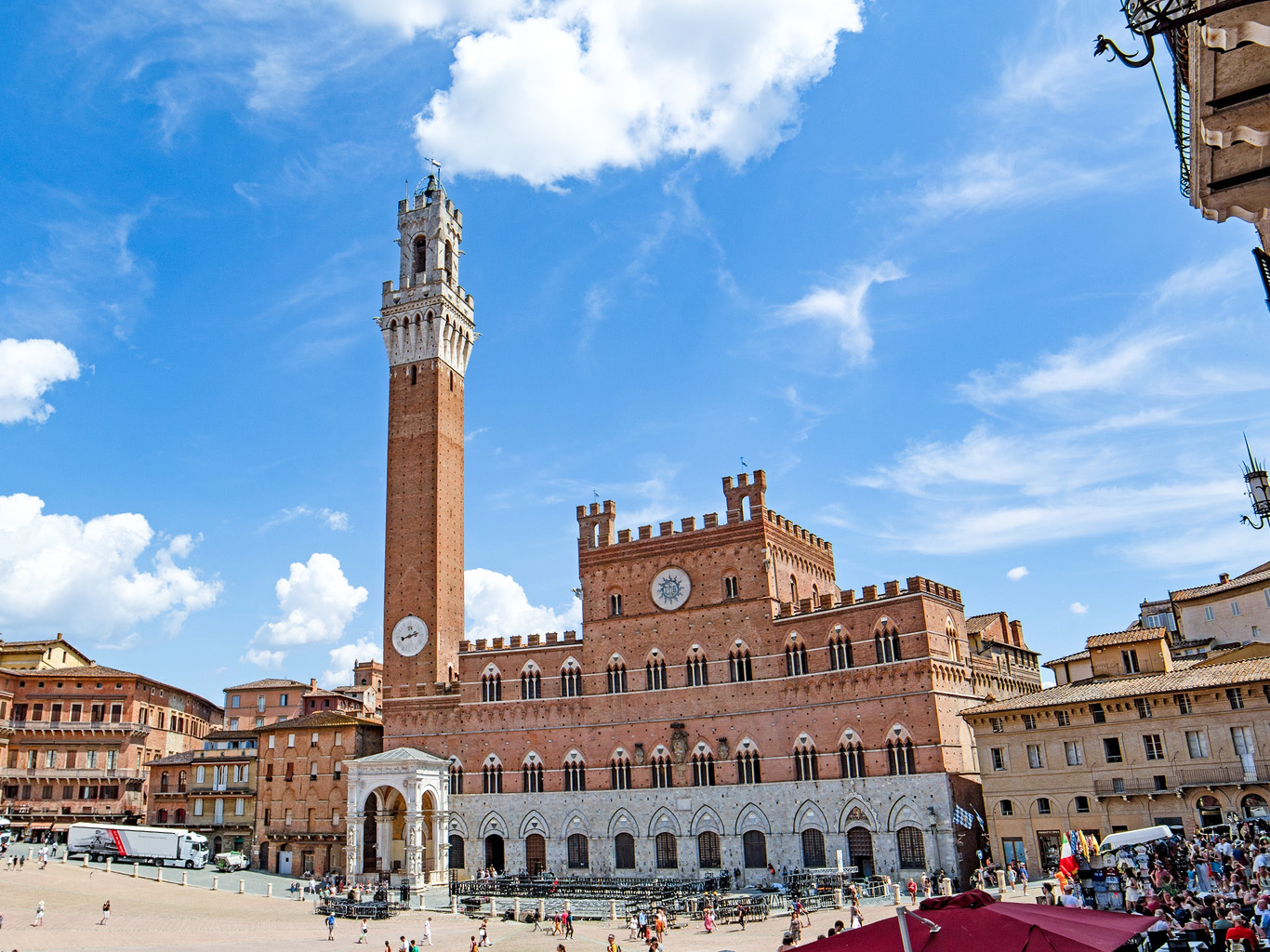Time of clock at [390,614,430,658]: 8:12
